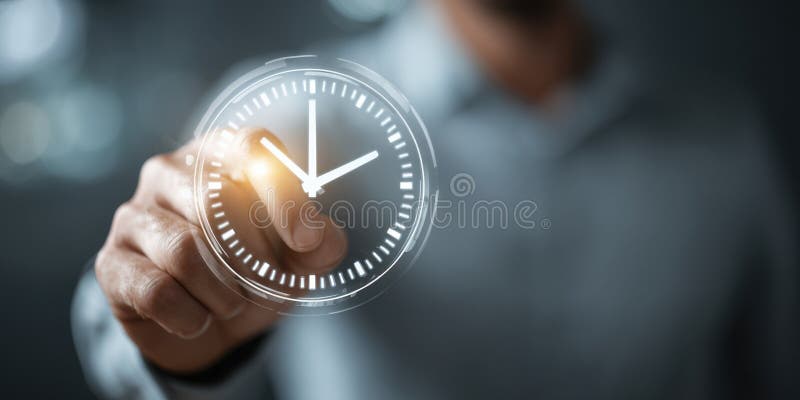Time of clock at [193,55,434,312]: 2:00
